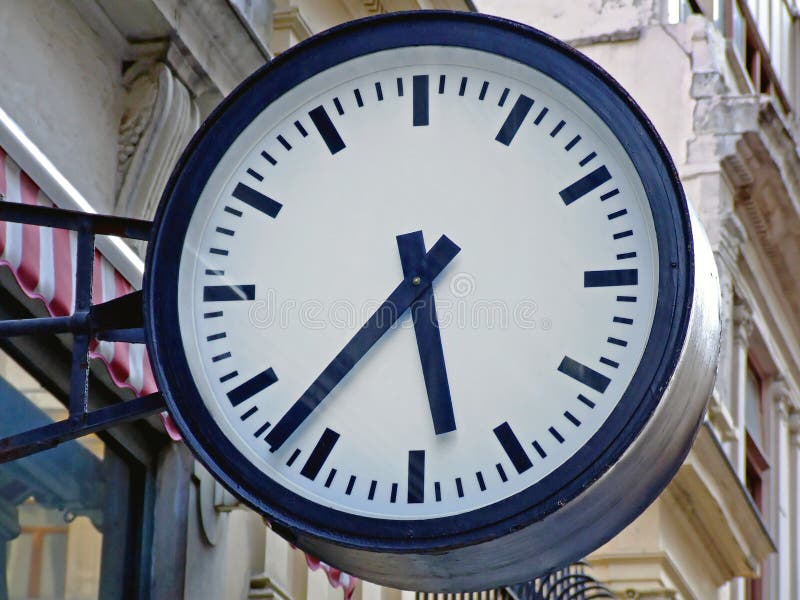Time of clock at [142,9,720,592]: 5:37
